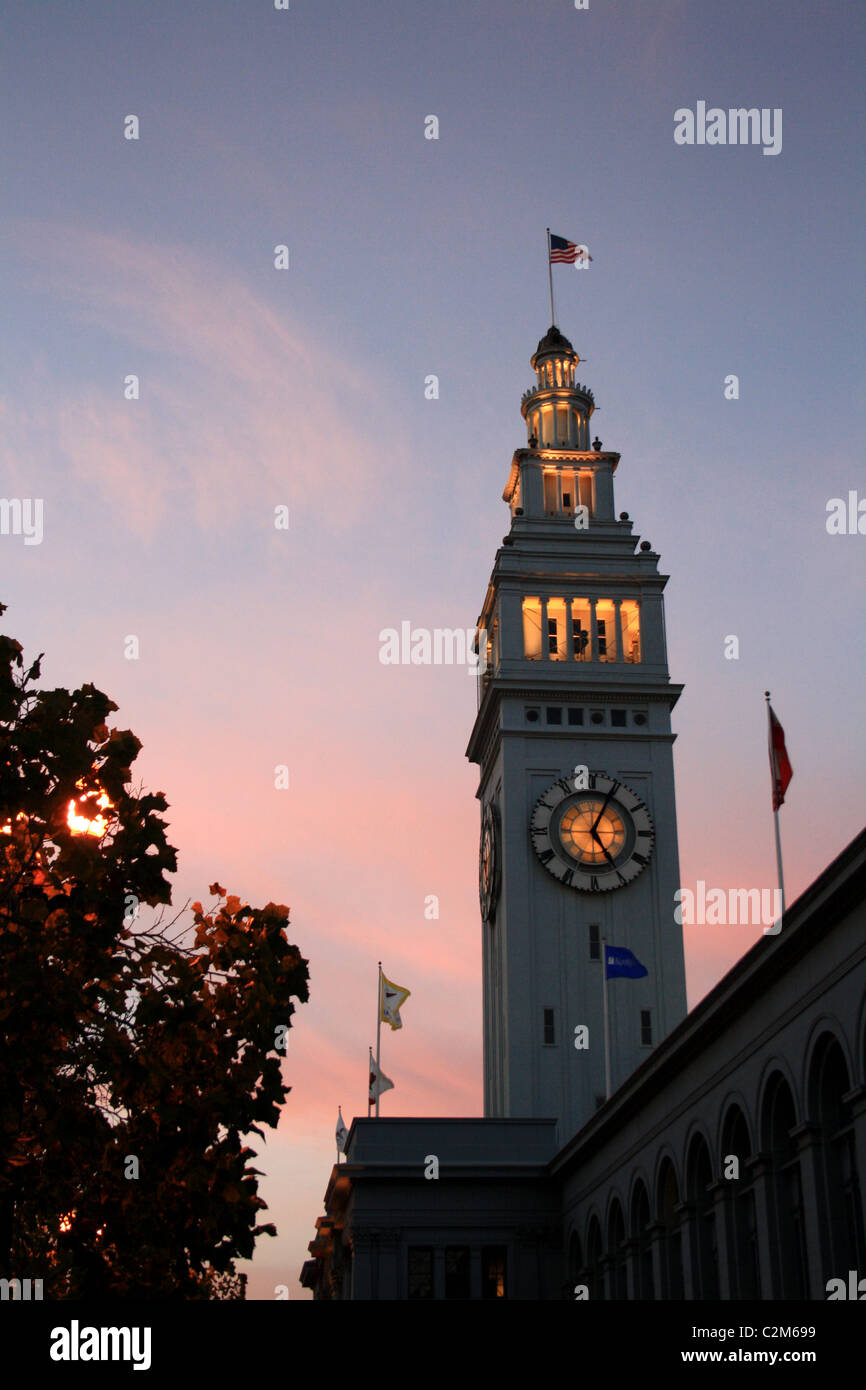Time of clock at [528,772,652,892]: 5:04
